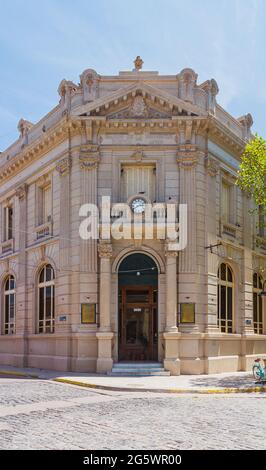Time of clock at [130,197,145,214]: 2:40
